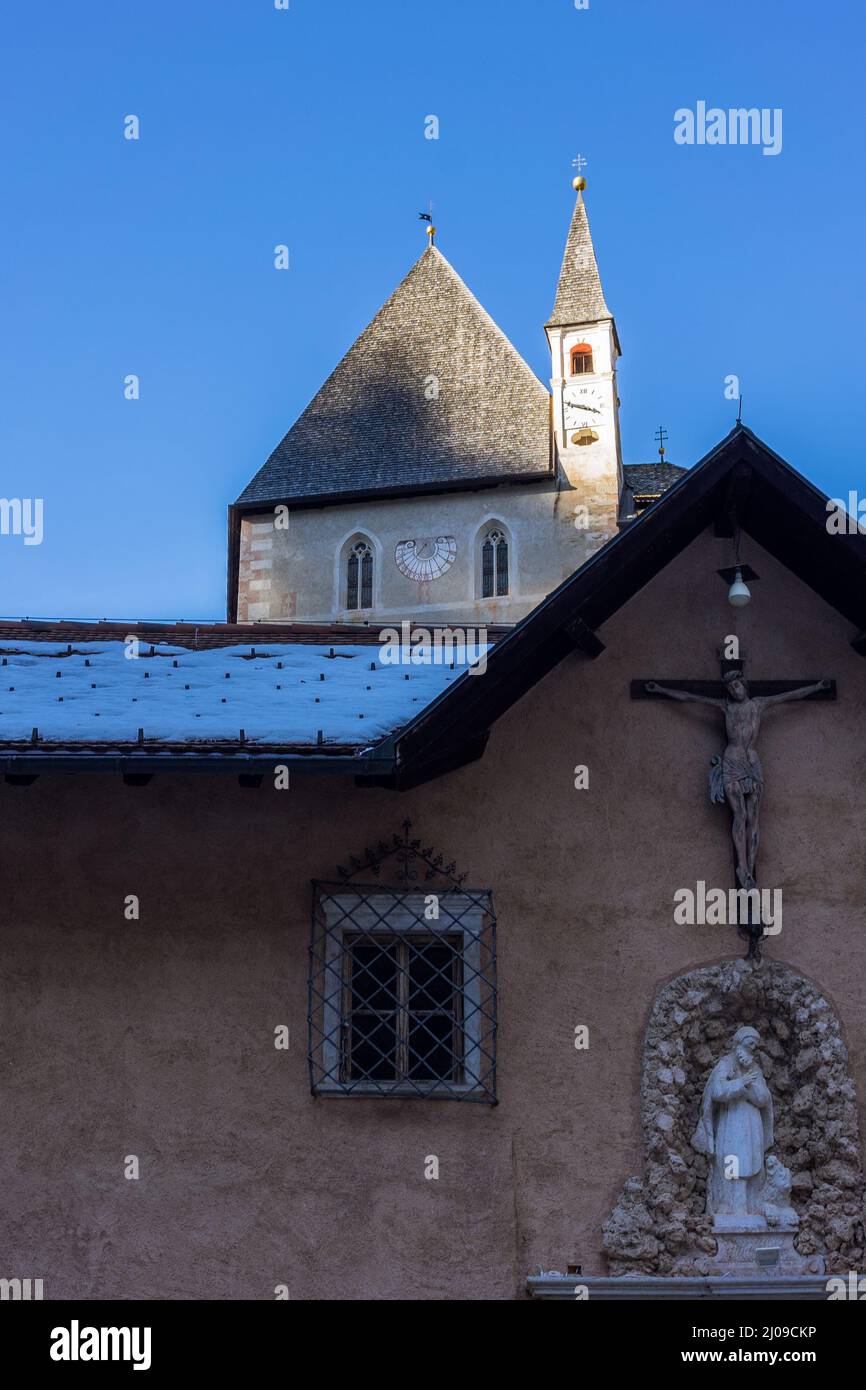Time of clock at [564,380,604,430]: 3:48
